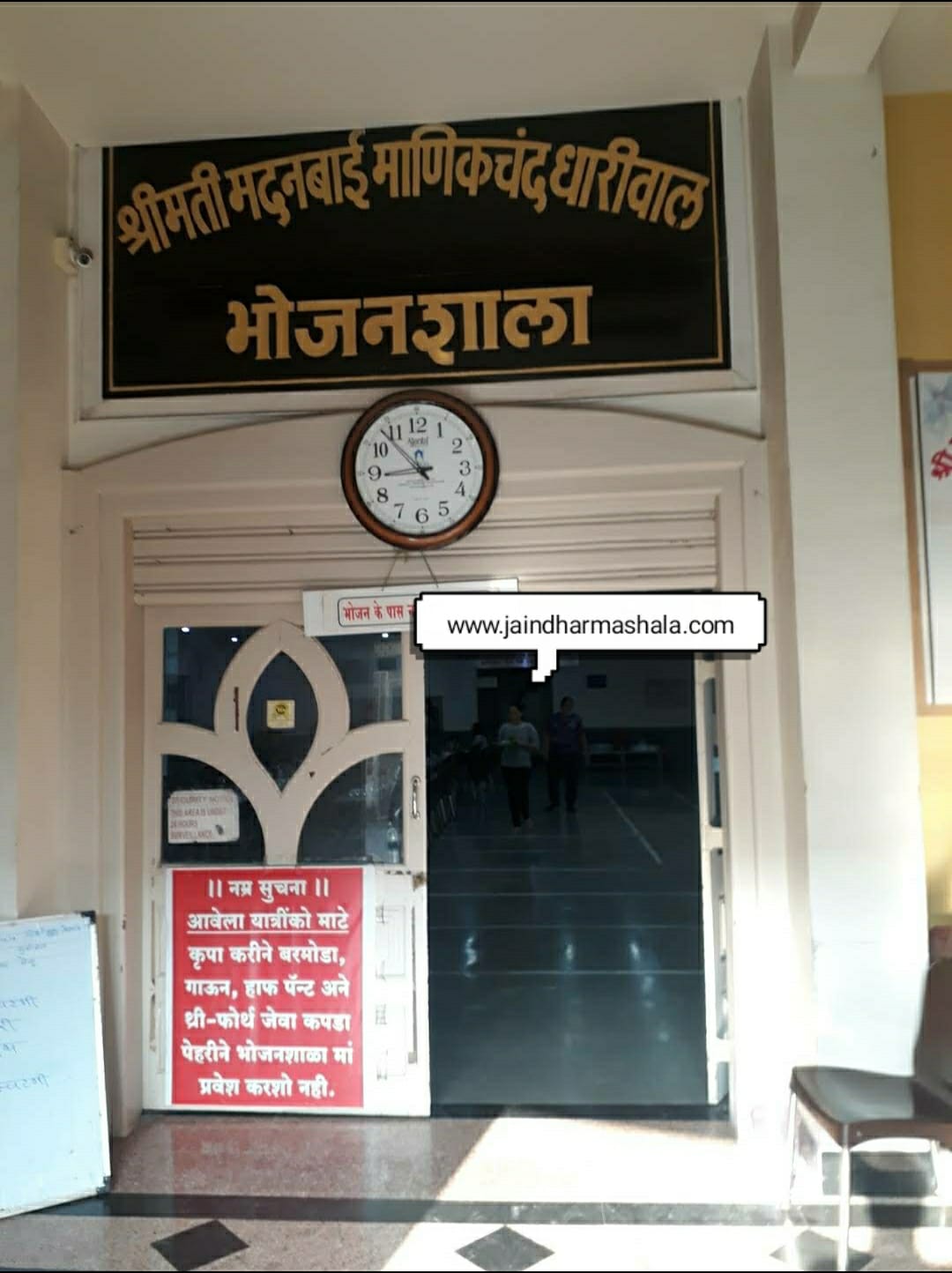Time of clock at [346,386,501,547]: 8:53
